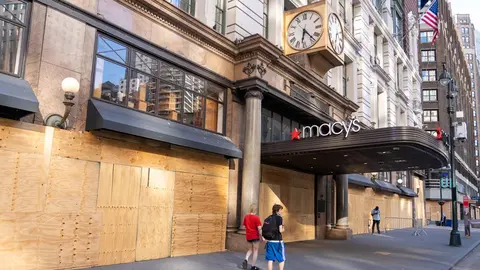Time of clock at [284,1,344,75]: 6:23
